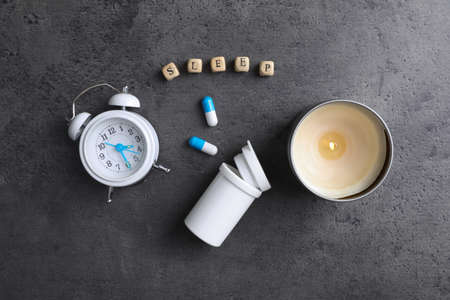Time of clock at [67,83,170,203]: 5:18
